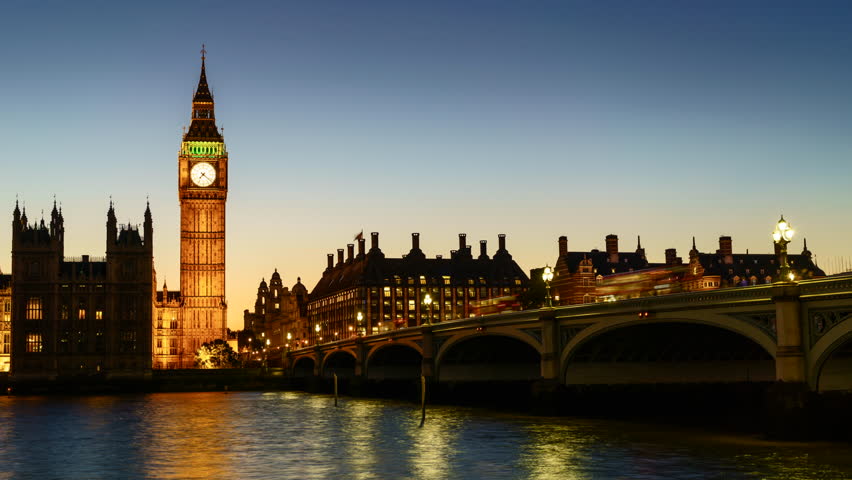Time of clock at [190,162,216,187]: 7:21
